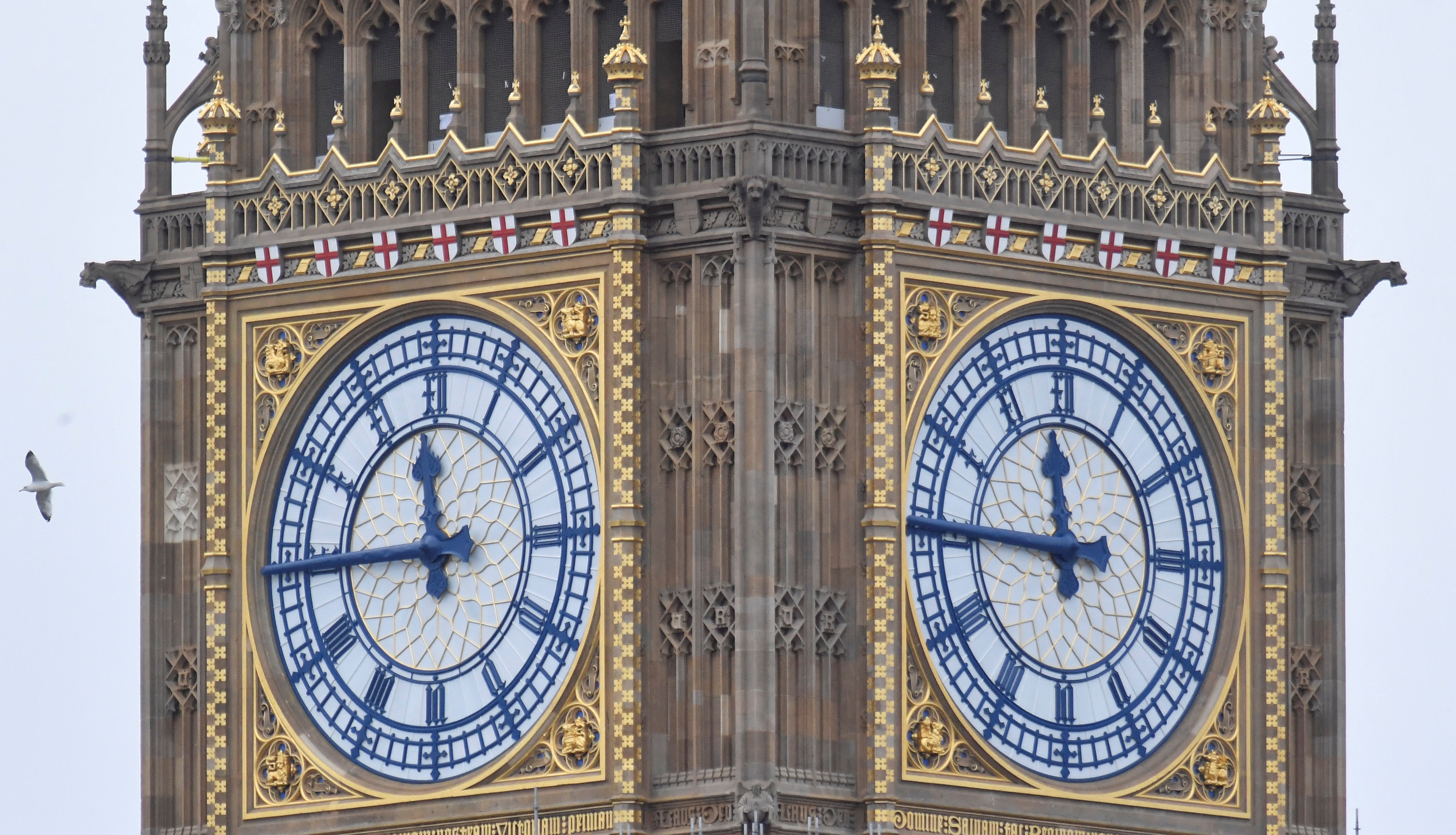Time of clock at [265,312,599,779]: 11:44
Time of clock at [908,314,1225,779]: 11:44
